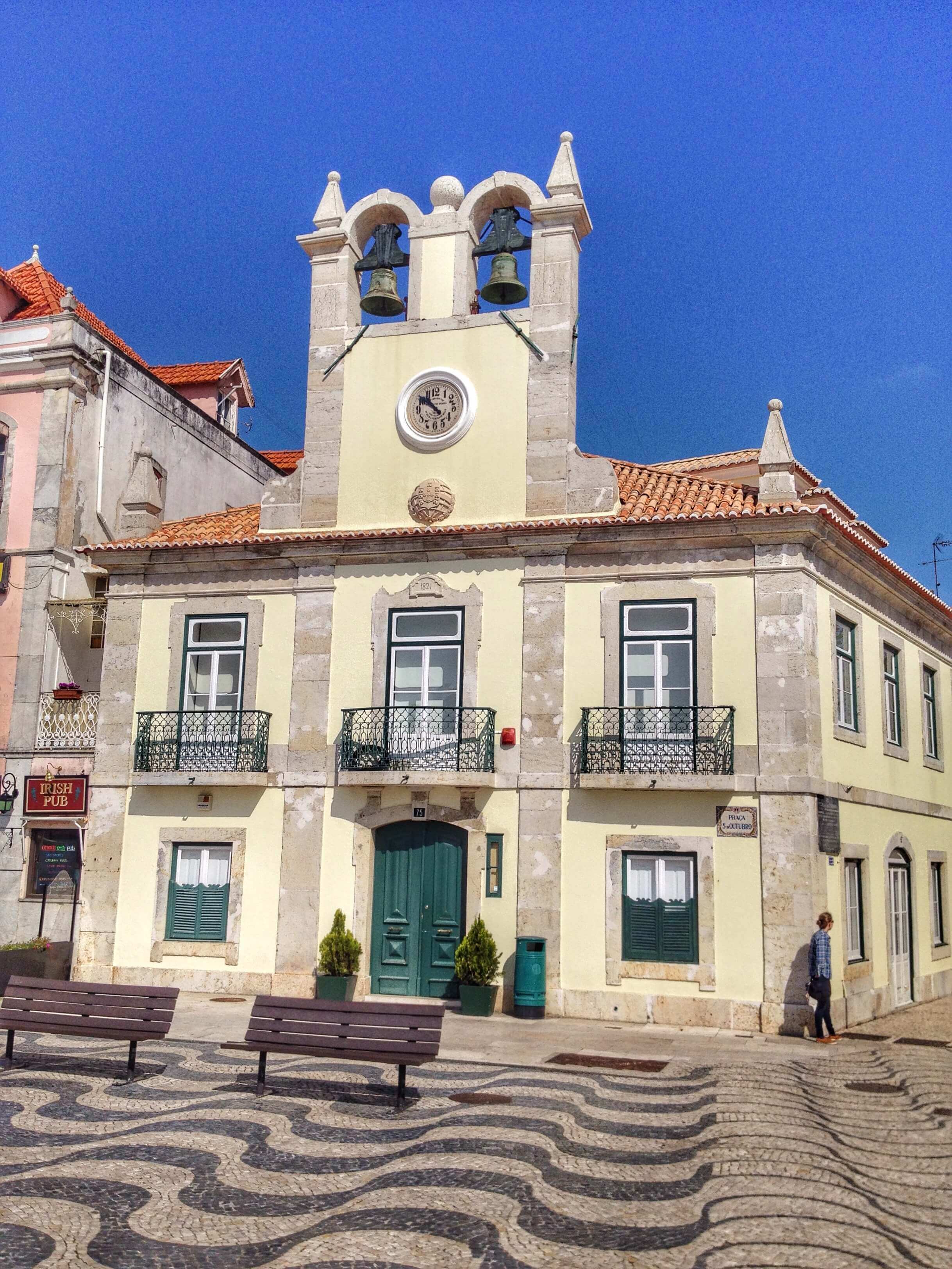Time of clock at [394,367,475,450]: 10:51
